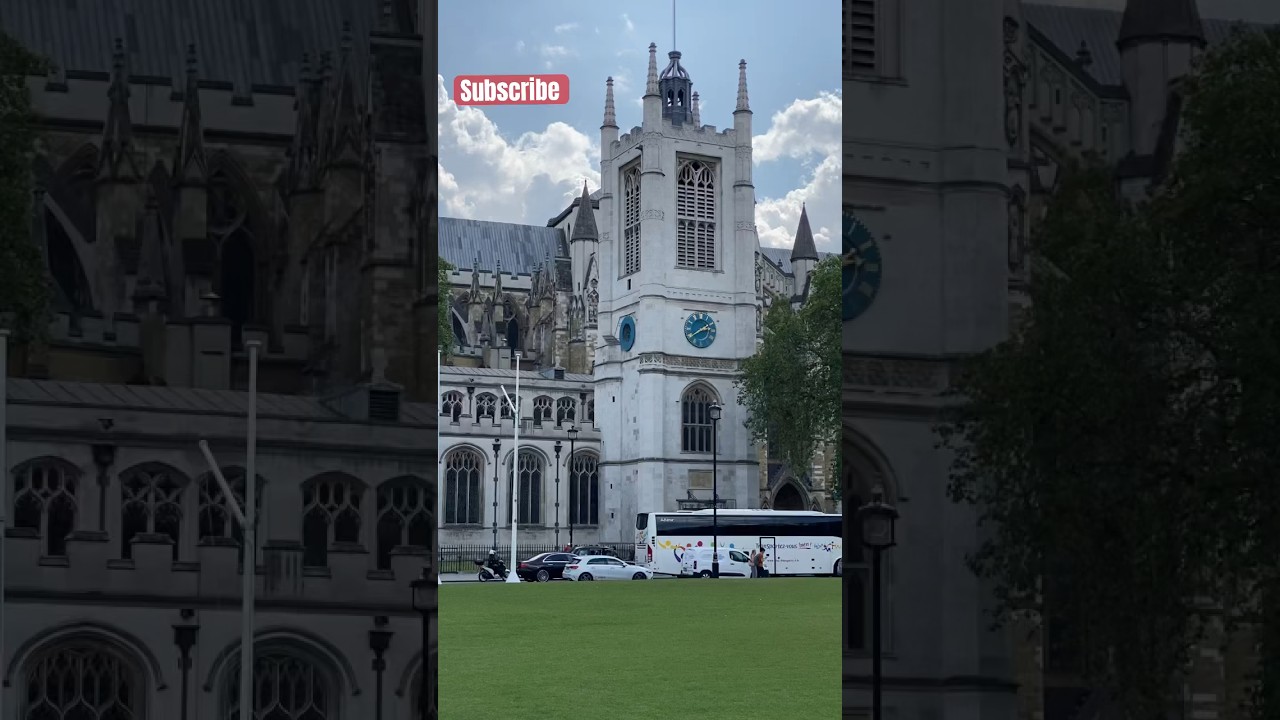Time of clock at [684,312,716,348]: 2:39
